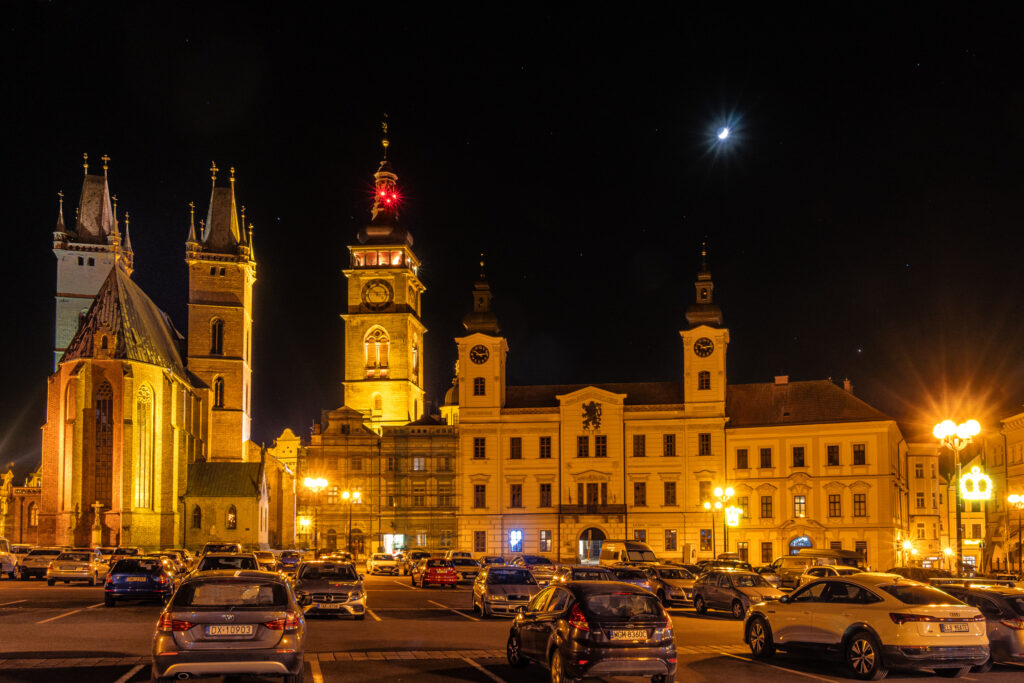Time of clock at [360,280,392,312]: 2:52
